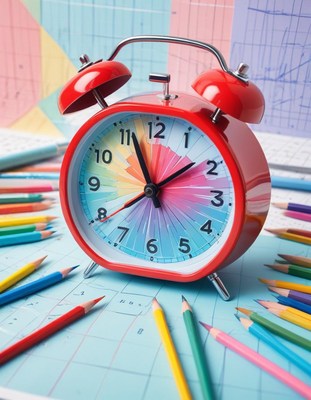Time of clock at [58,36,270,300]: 1:56
